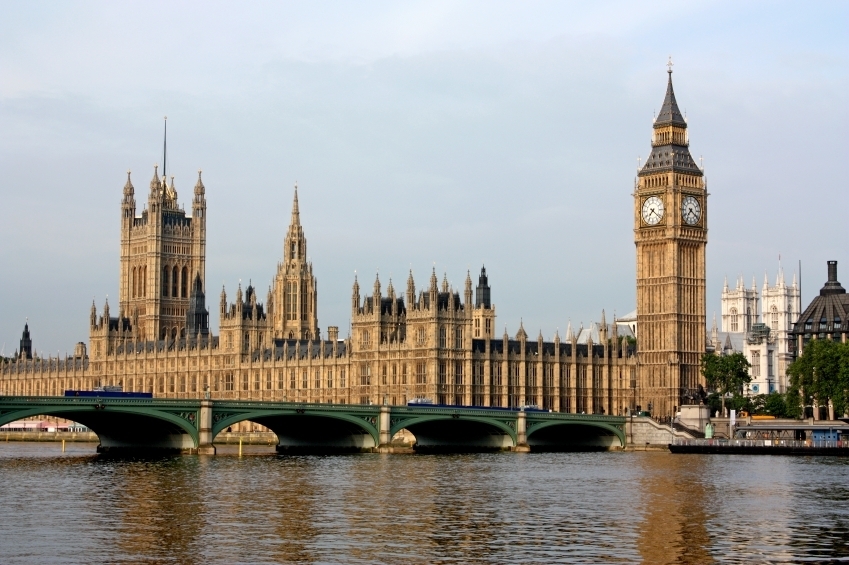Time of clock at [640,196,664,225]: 7:21
